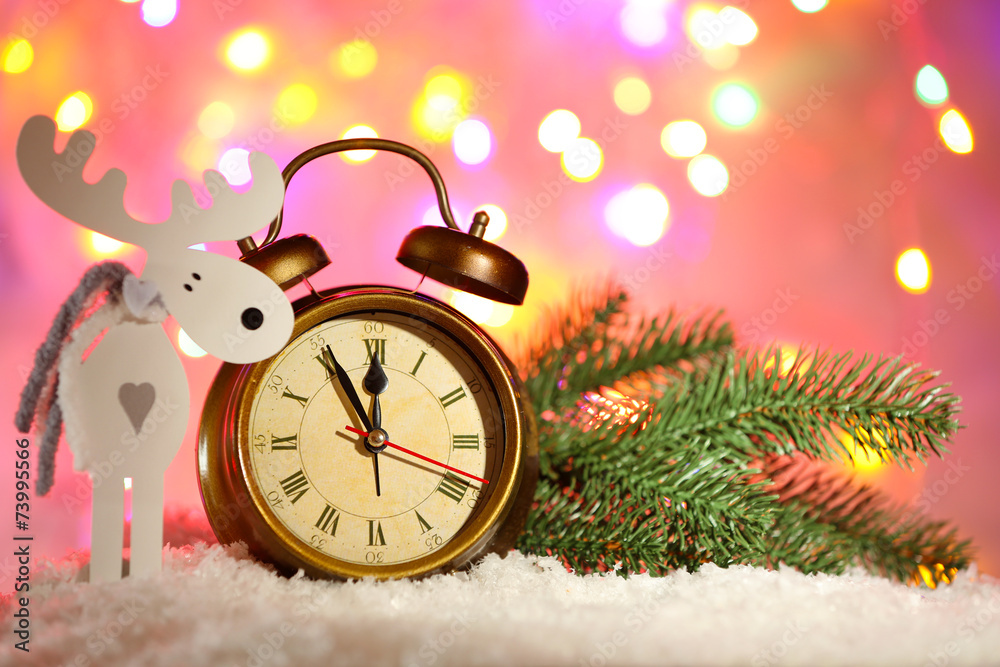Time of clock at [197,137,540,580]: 11:00
